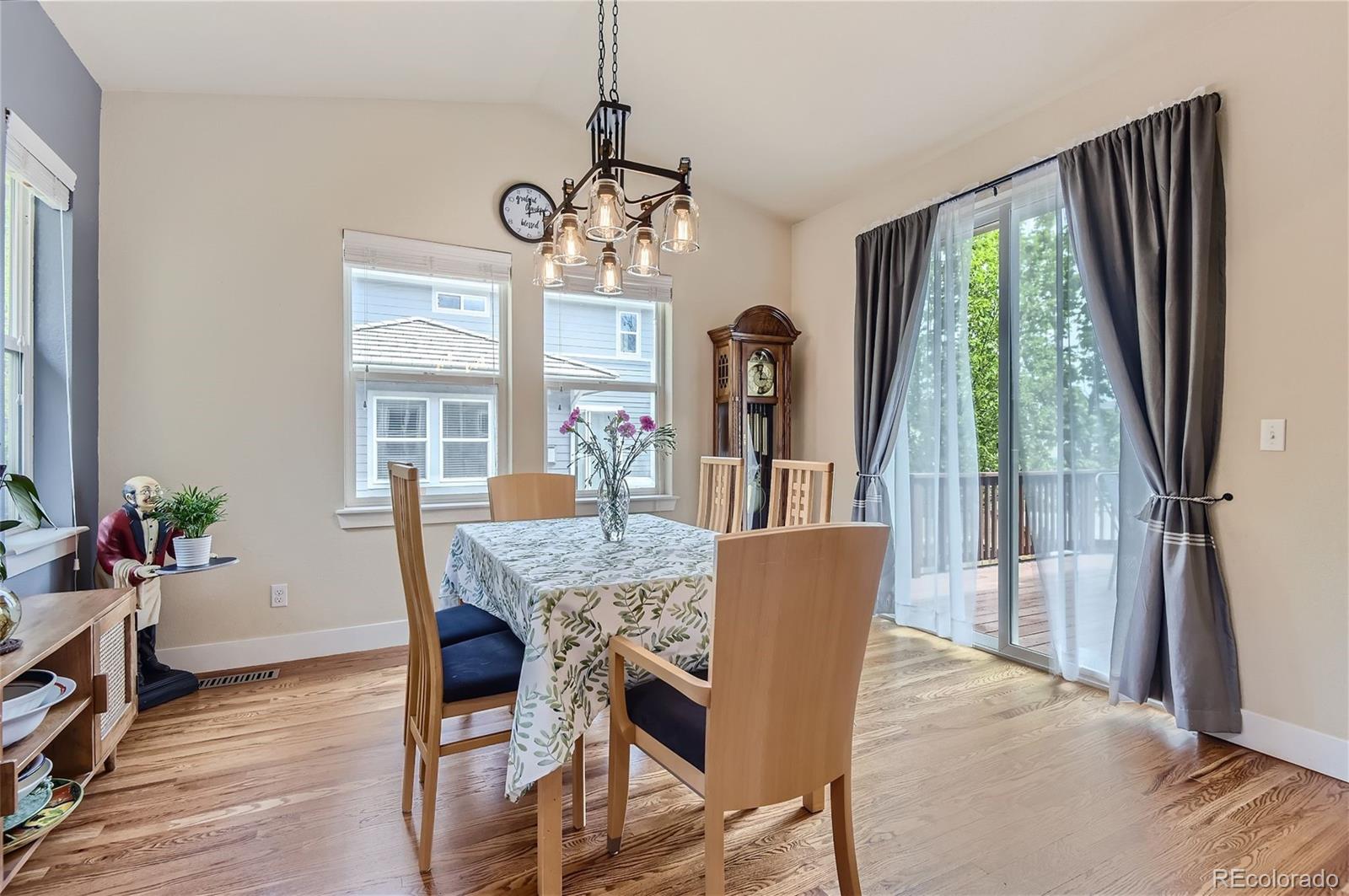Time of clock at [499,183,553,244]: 12:13
